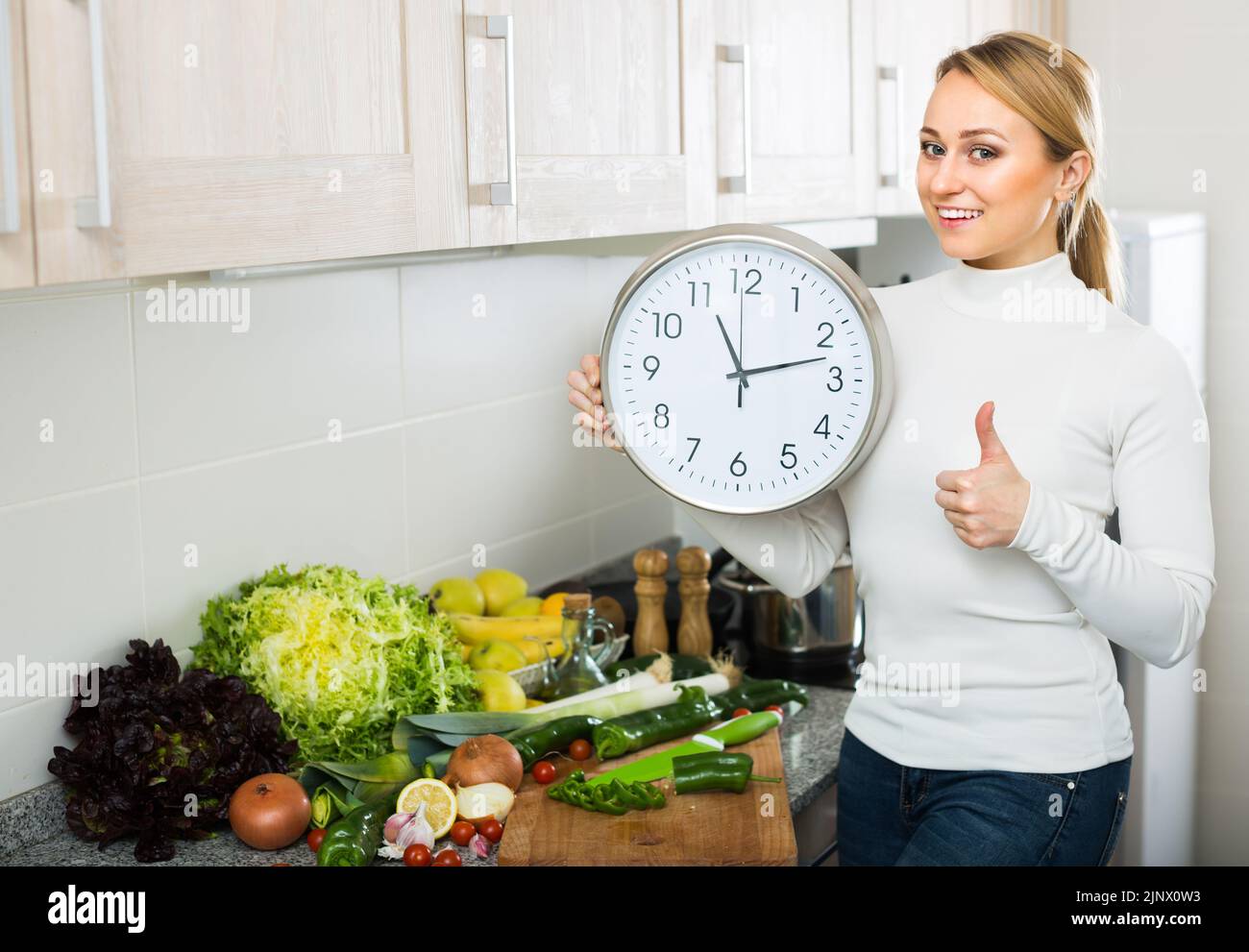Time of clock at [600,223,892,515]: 11:12
